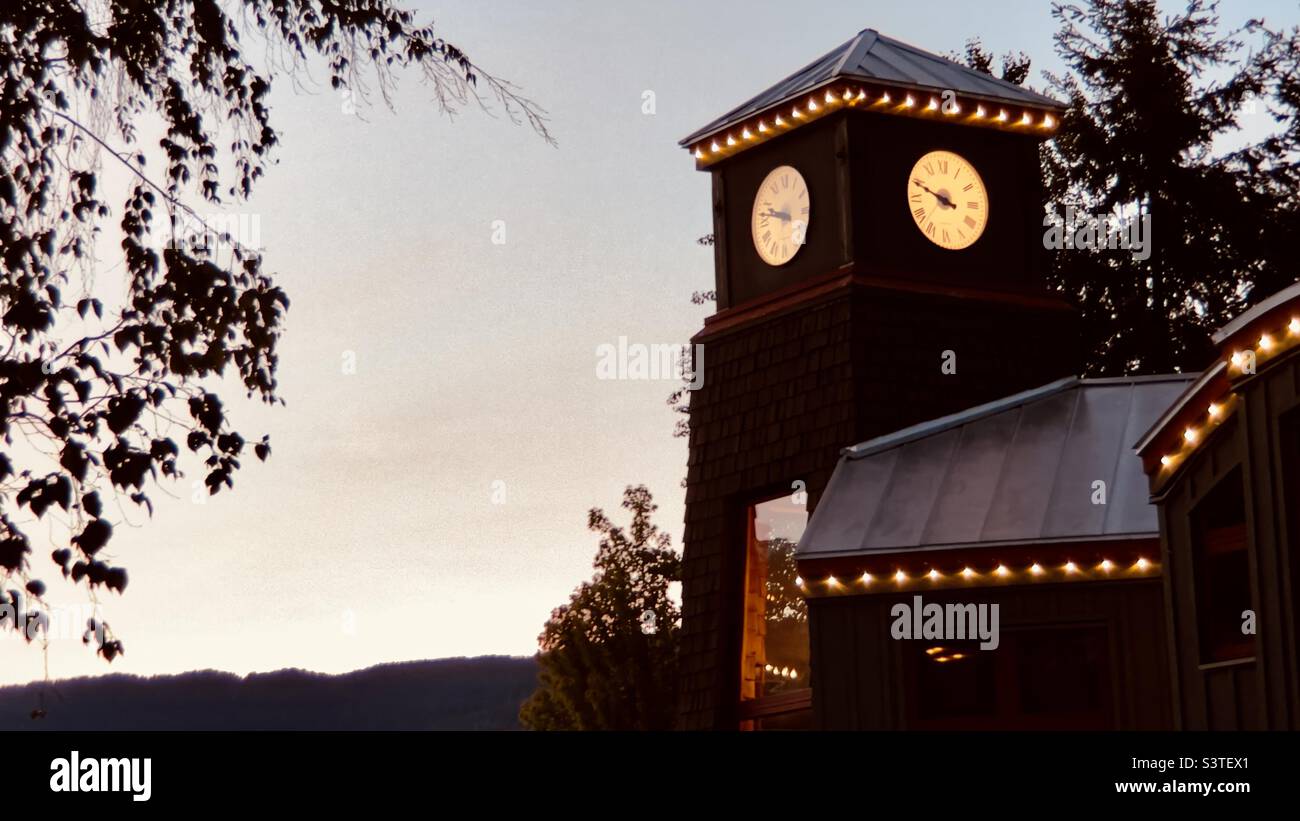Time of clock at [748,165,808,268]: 9:47
